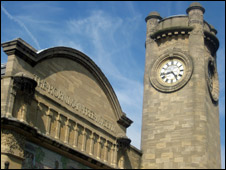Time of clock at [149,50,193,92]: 4:42
